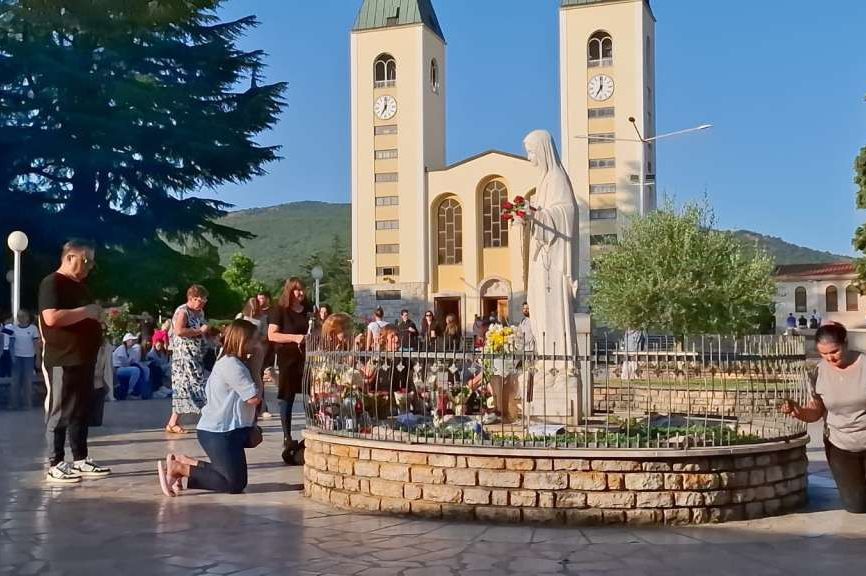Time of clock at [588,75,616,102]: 7:00
